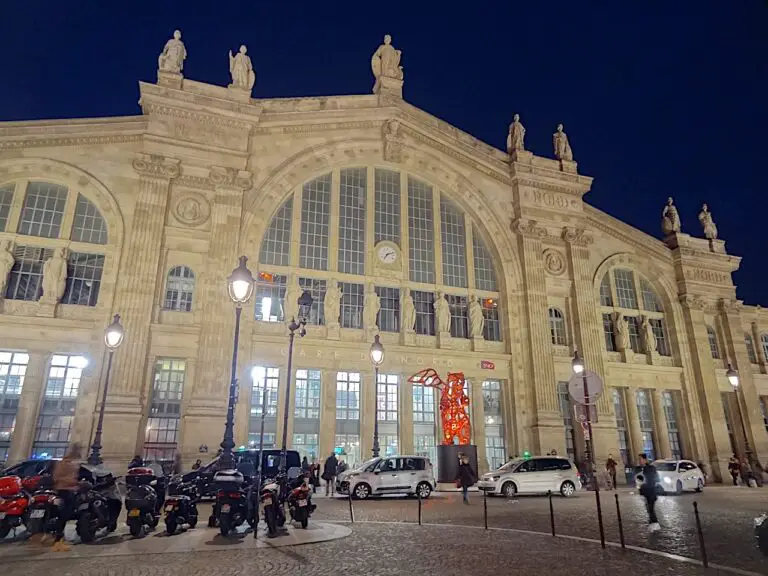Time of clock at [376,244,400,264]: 7:12
